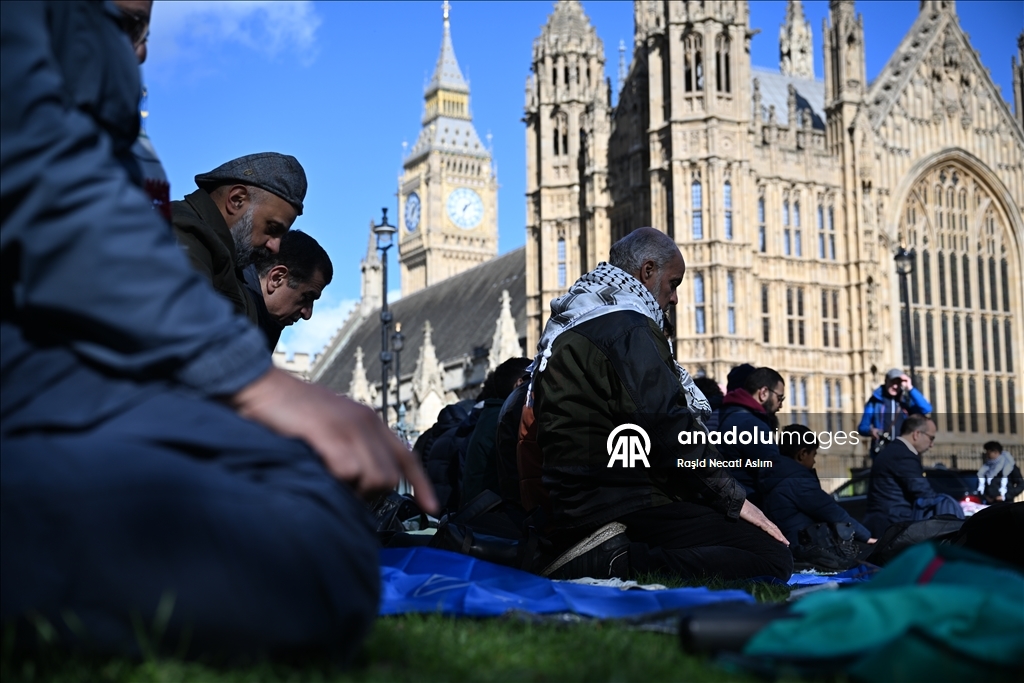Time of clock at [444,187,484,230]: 1:32
